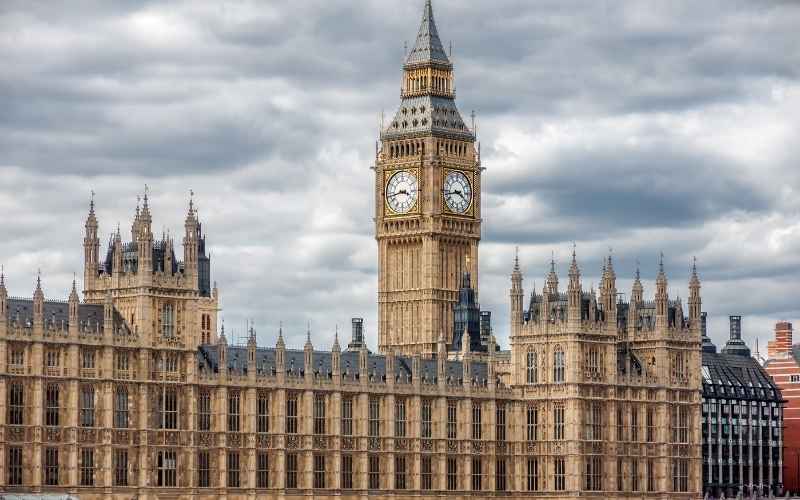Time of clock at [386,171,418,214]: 3:43
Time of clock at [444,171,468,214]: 3:43
